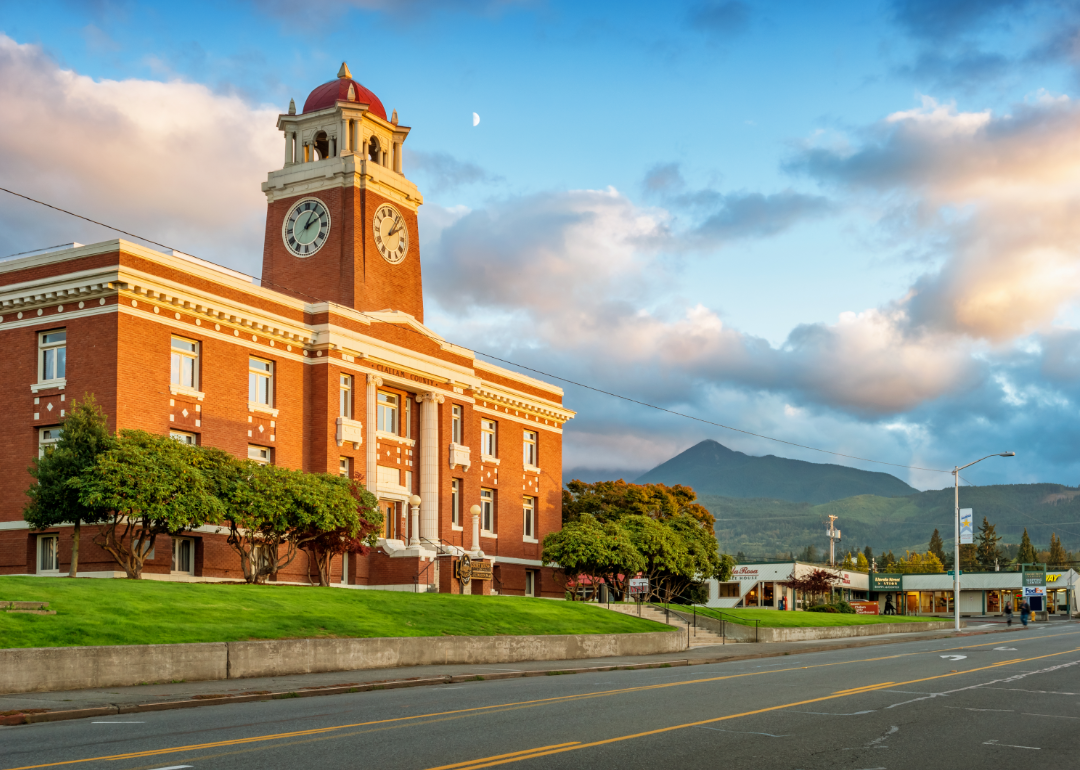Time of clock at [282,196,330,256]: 2:05
